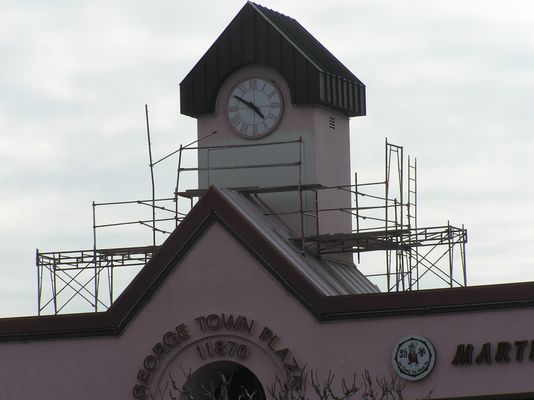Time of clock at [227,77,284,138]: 4:50
